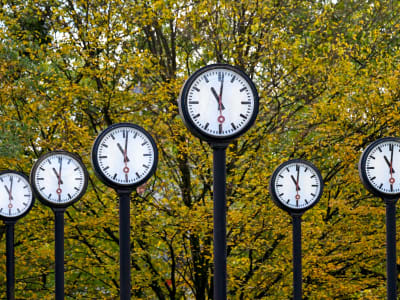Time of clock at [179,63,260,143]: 11:01
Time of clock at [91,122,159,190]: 11:01
